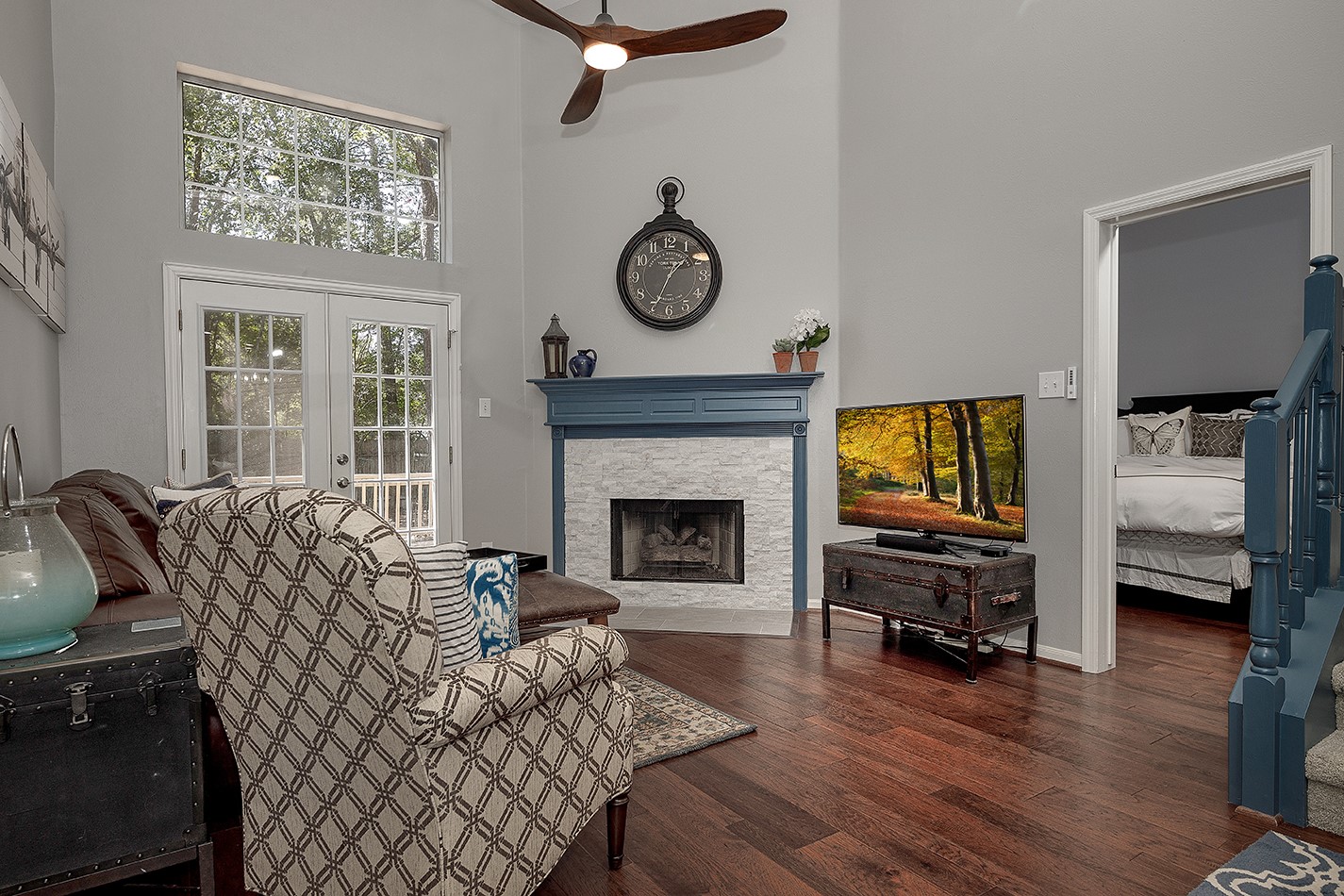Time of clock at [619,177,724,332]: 1:34
